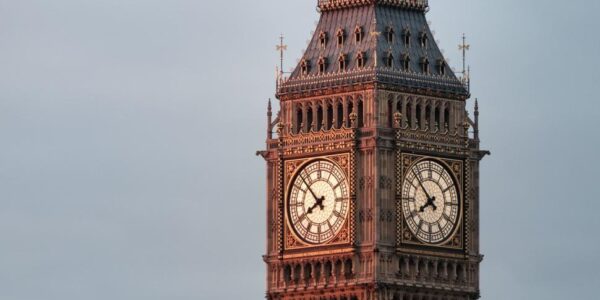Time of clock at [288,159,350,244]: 7:52
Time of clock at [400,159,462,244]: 7:52
